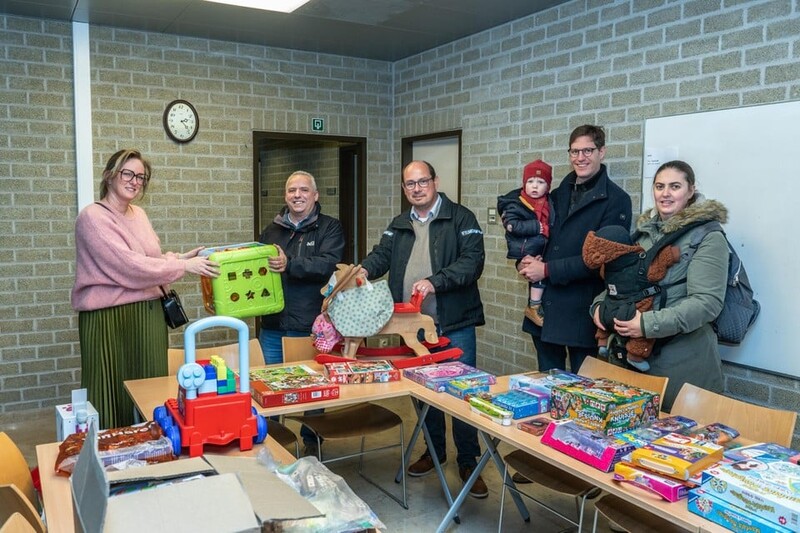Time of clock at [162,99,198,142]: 2:23
